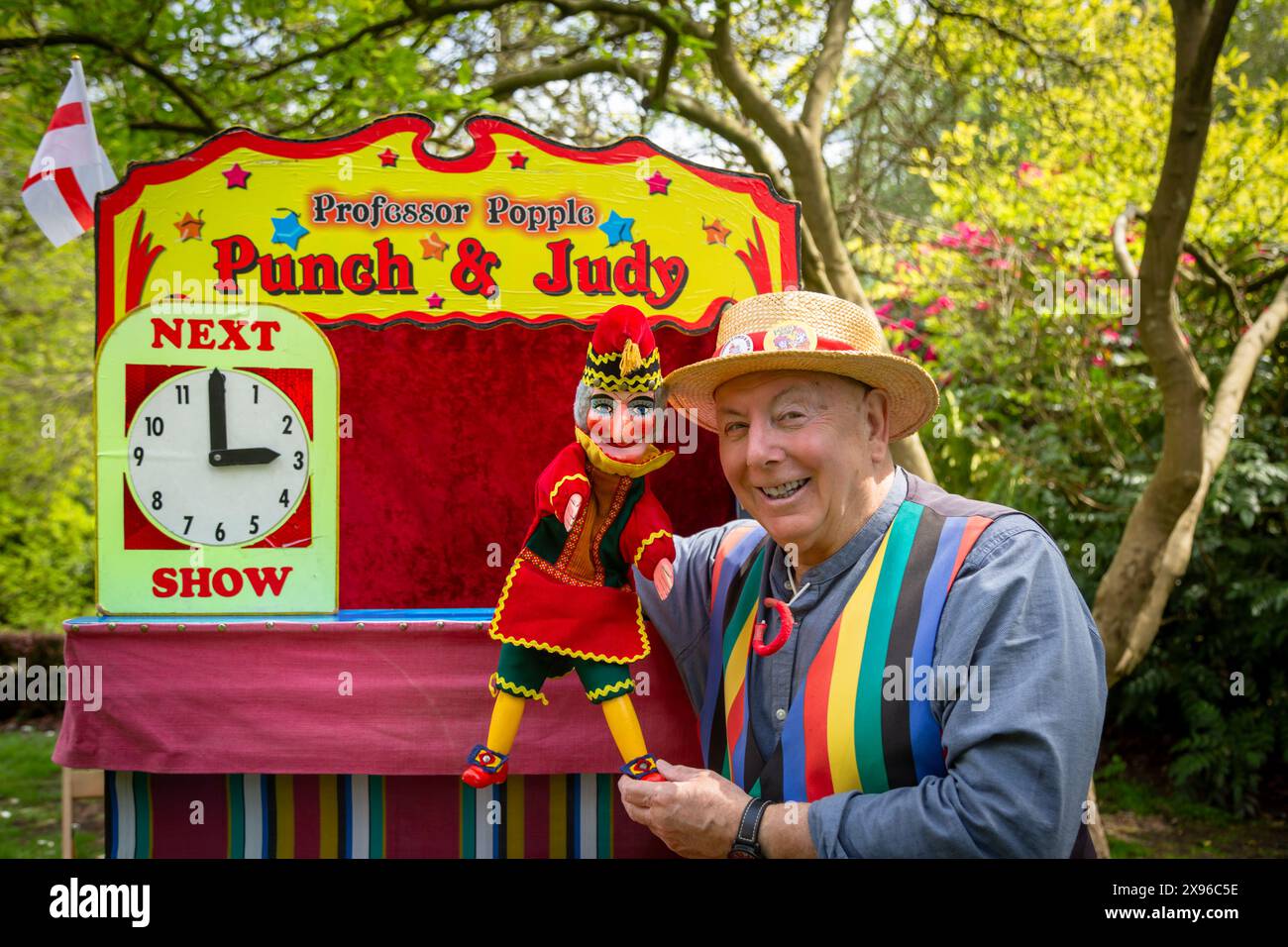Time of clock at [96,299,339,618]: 2:59
